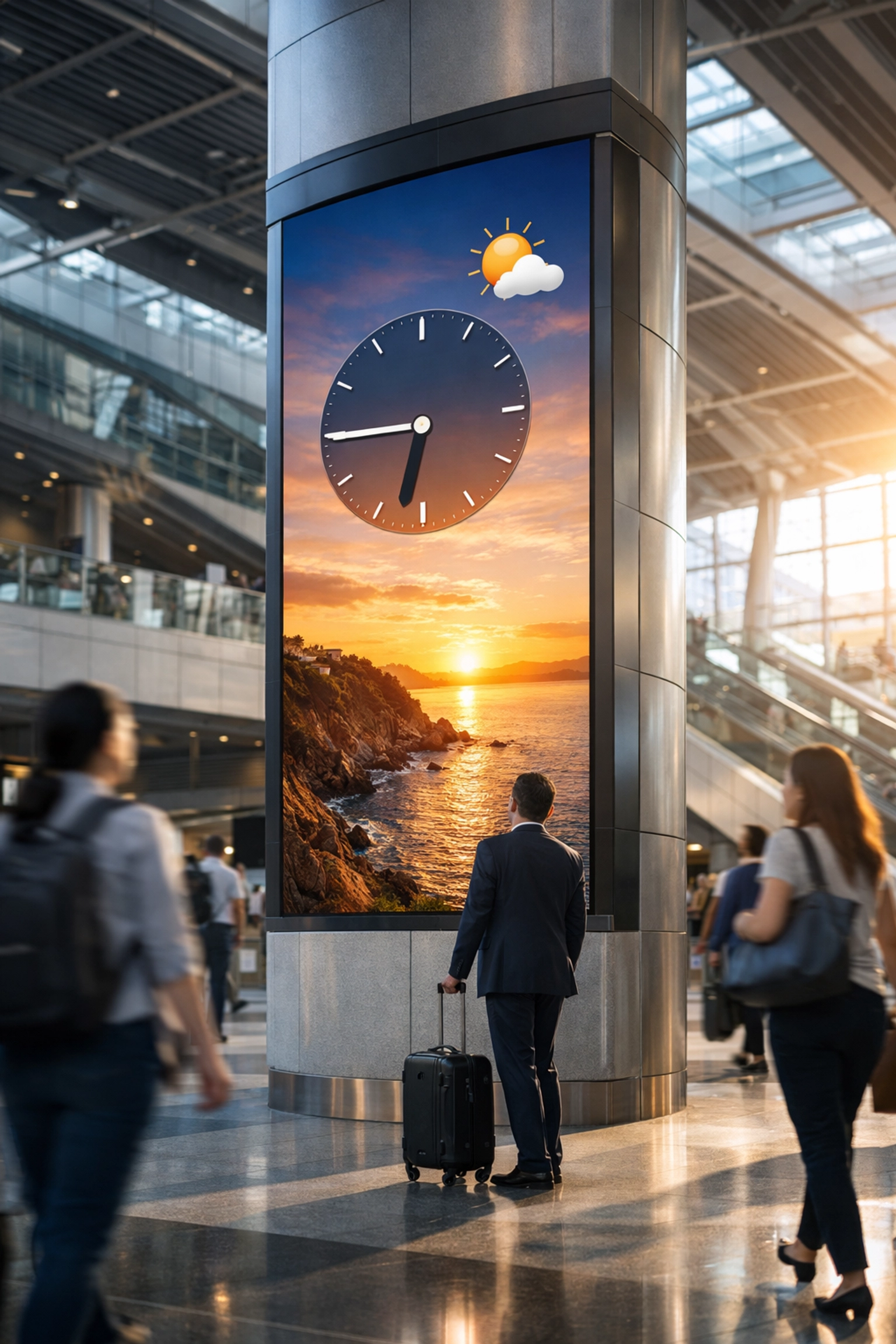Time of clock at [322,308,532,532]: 6:45
